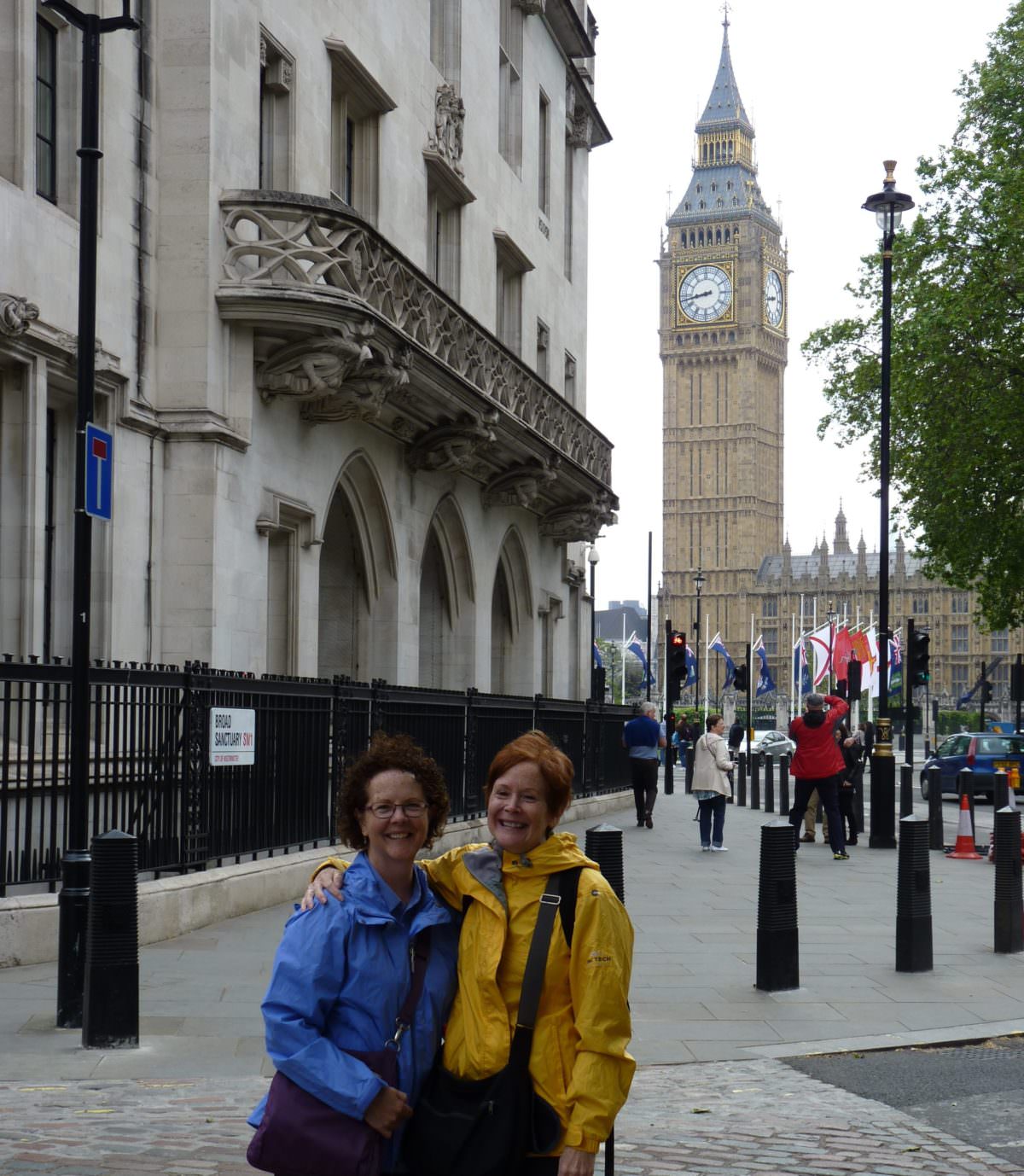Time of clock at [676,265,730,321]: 8:43
